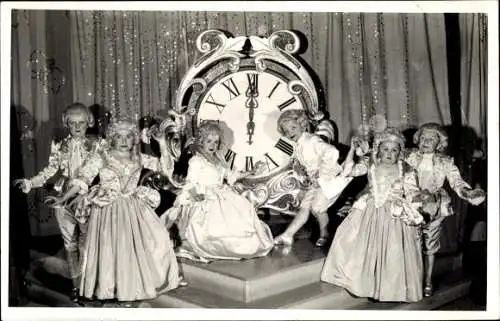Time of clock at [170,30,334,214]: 12:00
